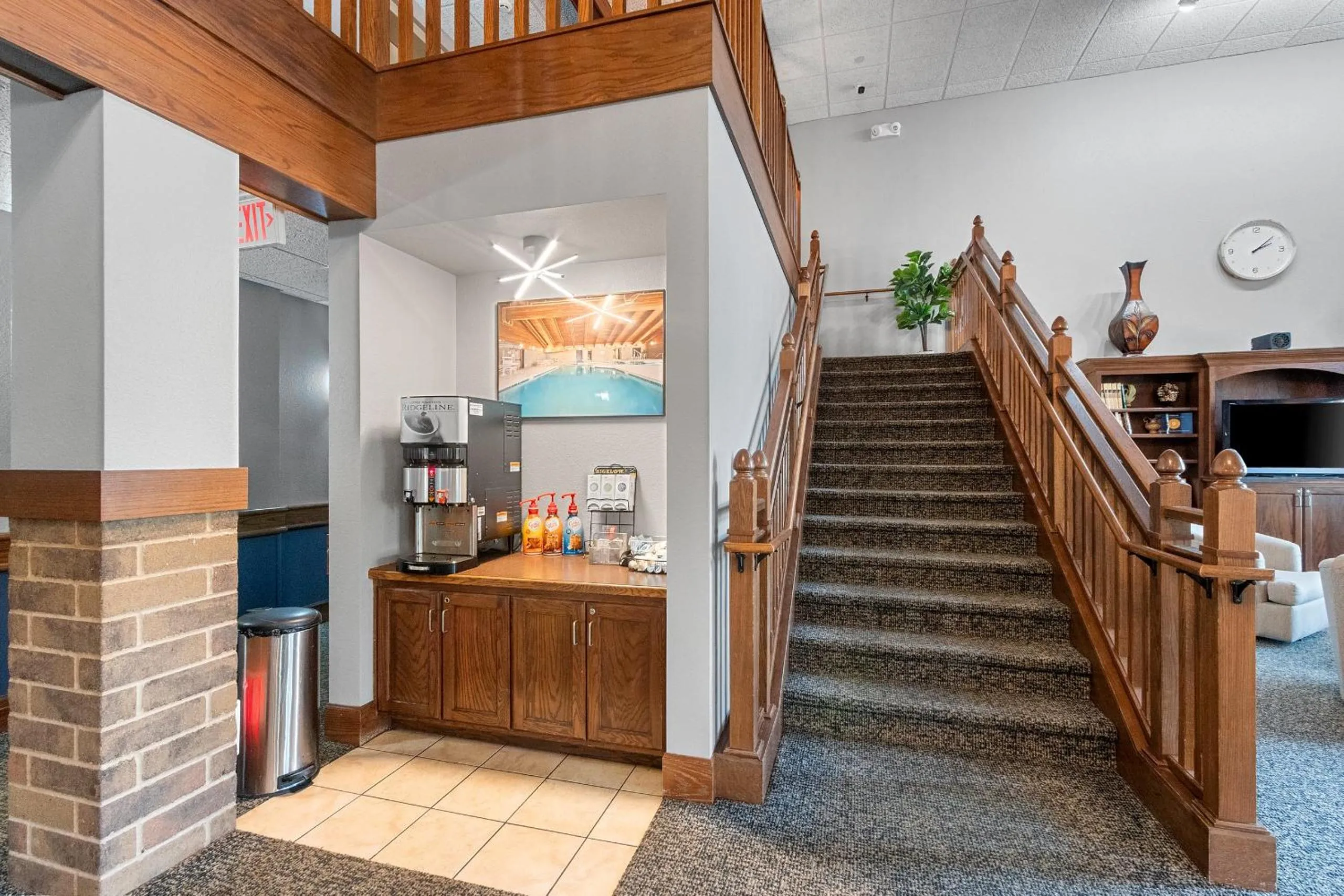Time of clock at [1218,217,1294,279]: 2:08
